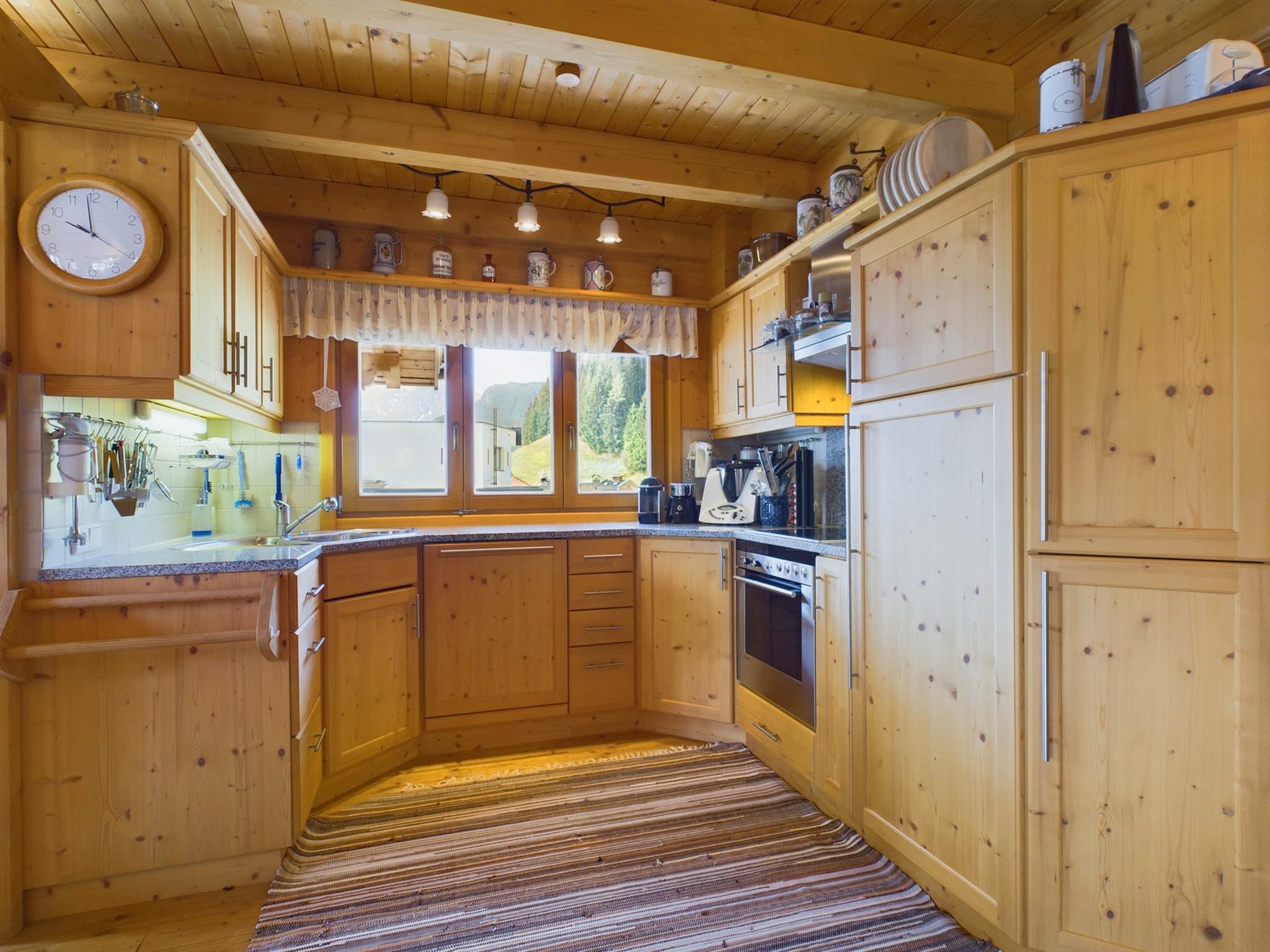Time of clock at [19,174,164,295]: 9:58
